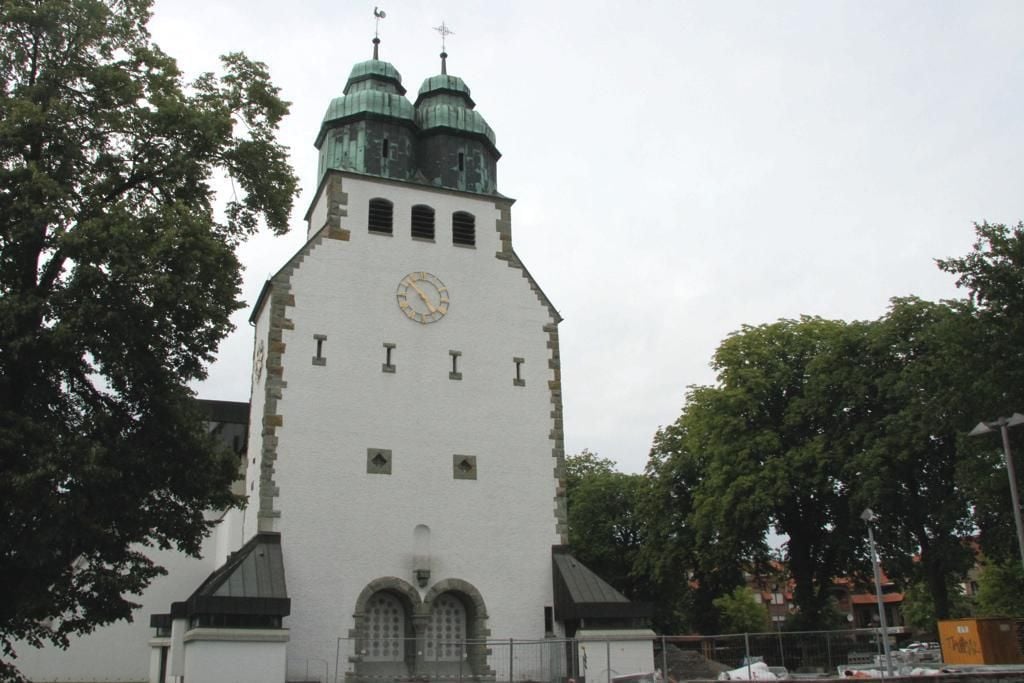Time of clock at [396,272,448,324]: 4:52
